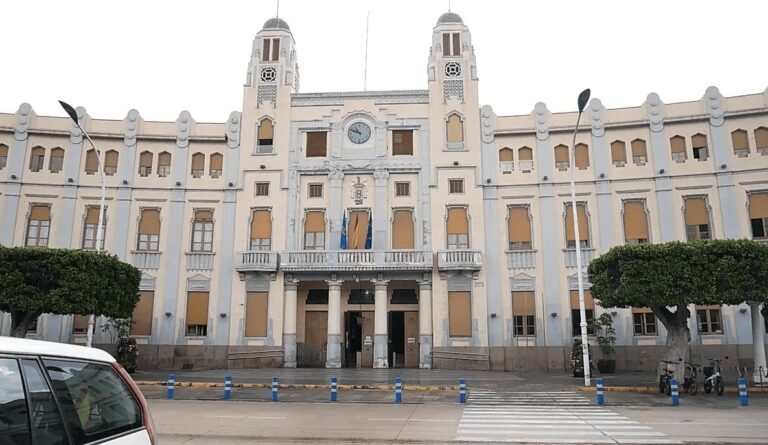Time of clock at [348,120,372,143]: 10:48
